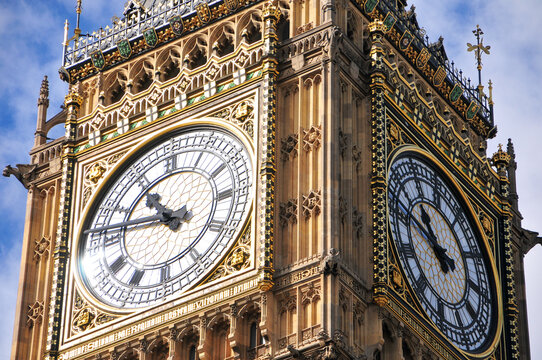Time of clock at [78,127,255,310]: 10:46
